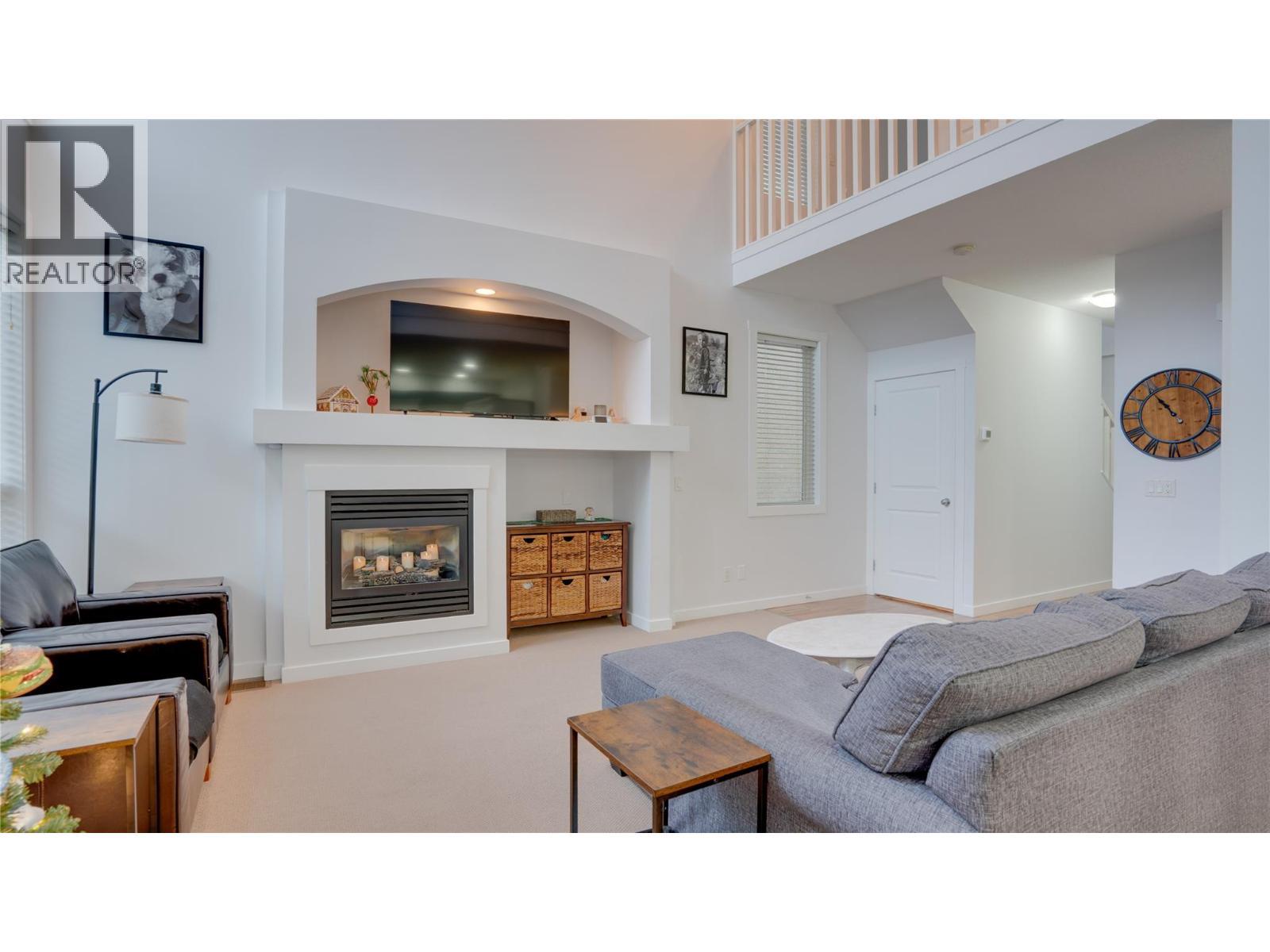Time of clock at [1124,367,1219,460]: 10:53
